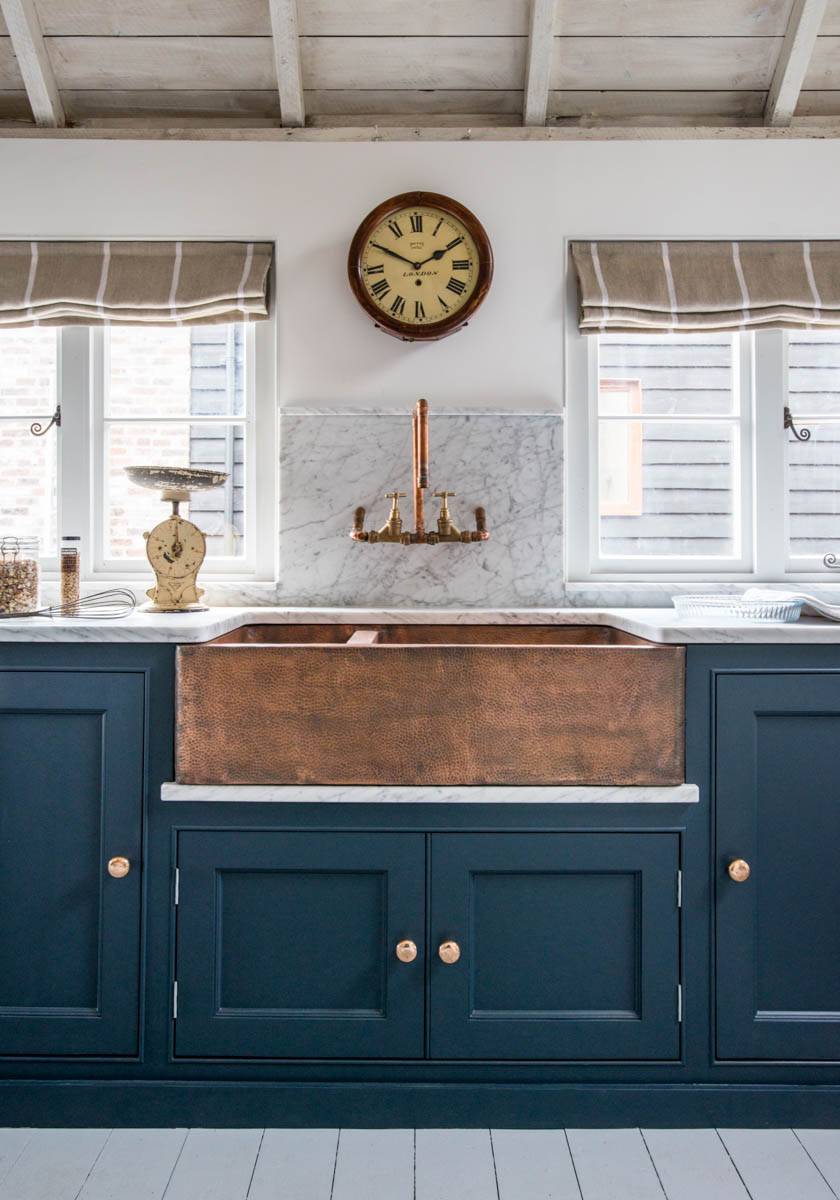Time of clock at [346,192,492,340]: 1:49
